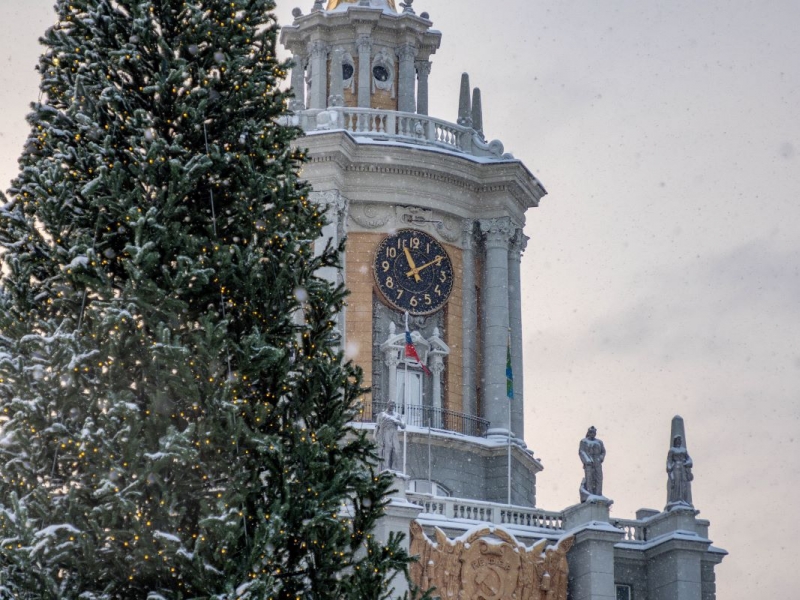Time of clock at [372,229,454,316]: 11:09
